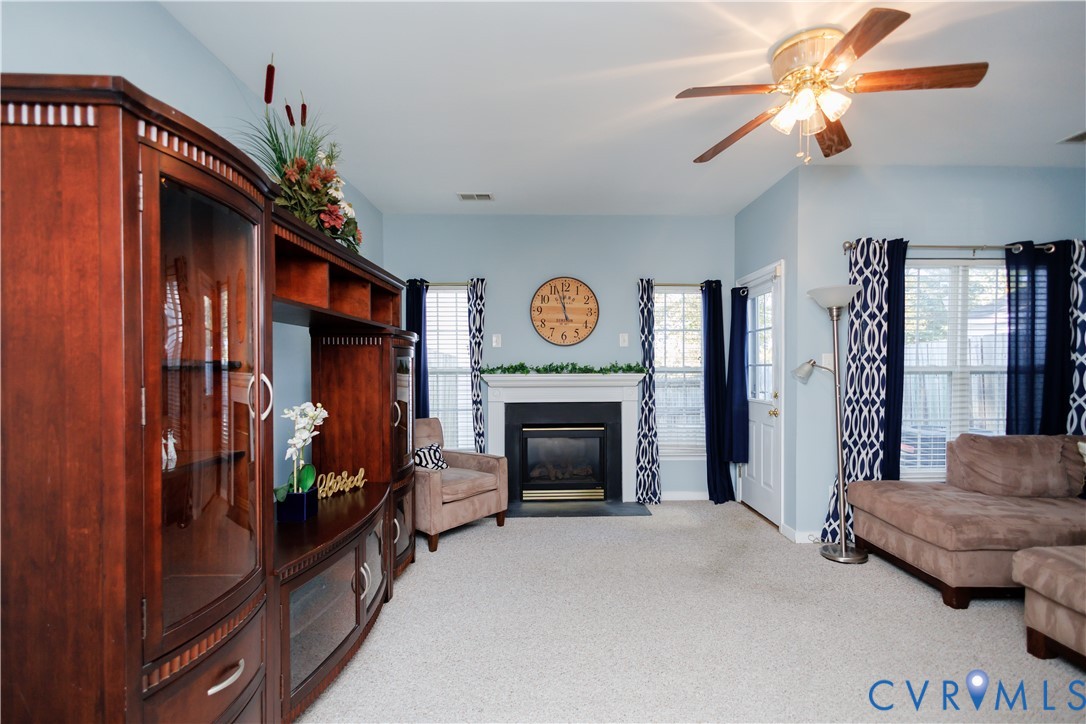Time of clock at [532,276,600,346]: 11:56
